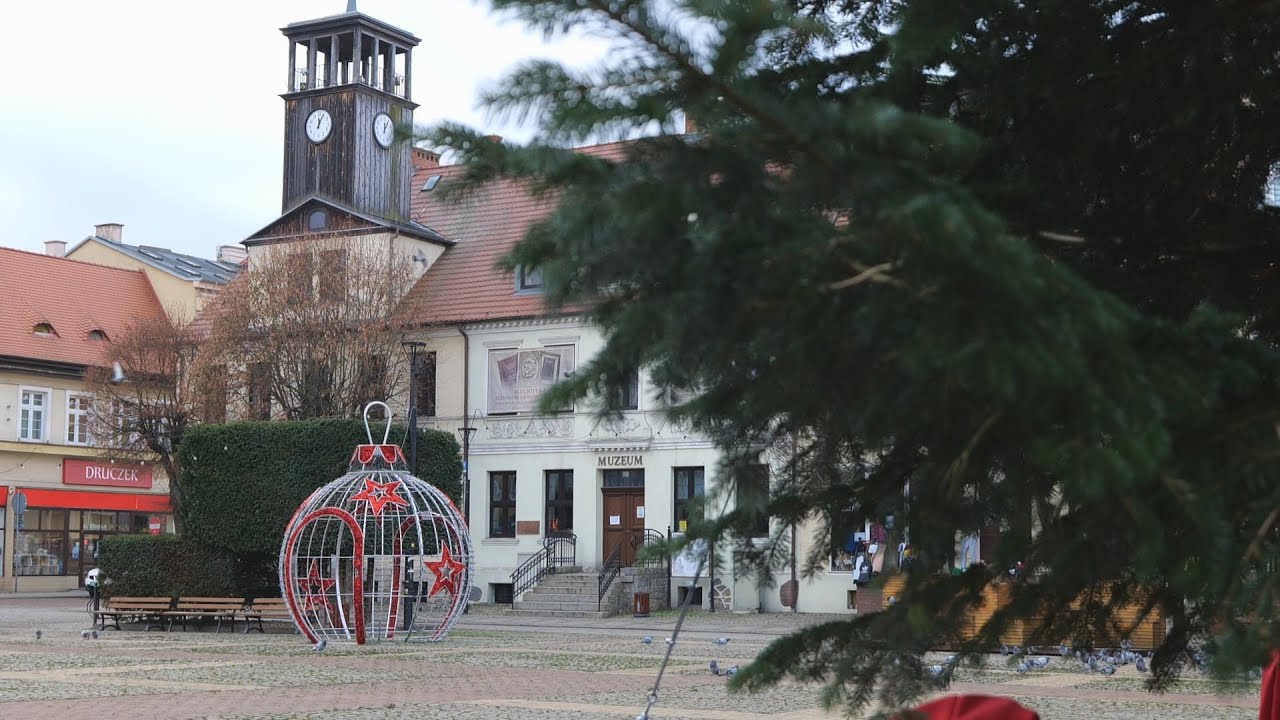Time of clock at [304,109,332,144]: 12:04
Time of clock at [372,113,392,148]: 12:05
